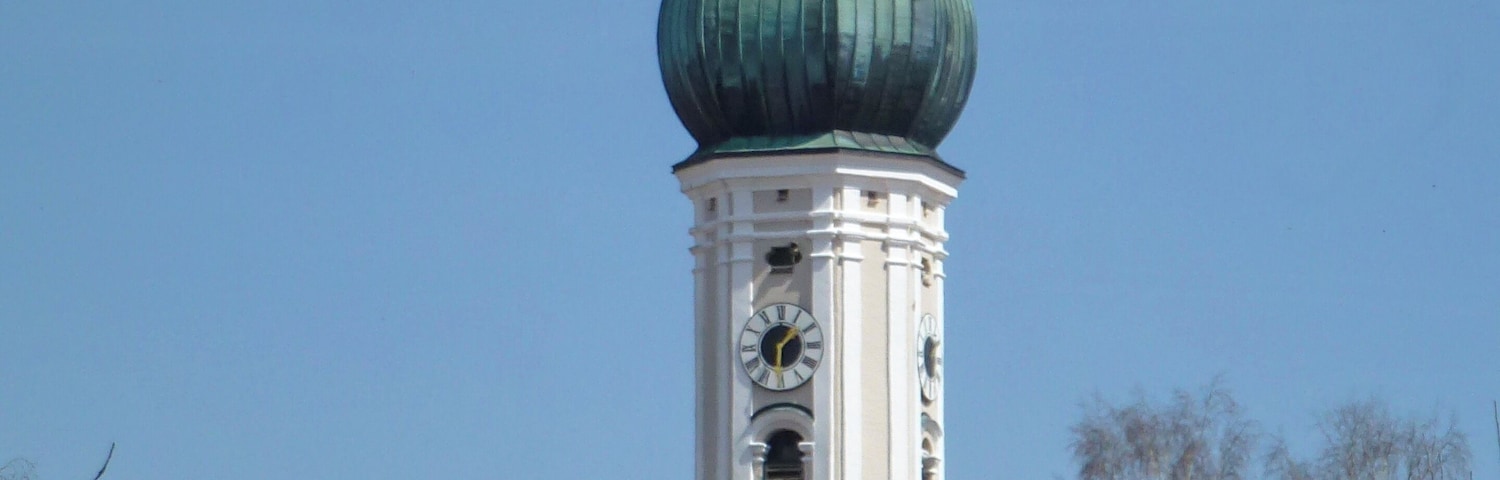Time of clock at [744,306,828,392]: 1:30
